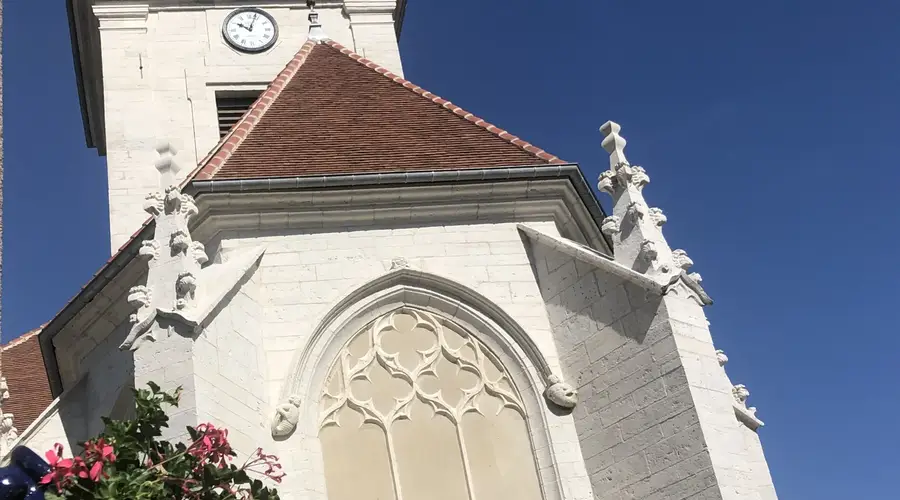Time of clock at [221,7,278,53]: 10:03
